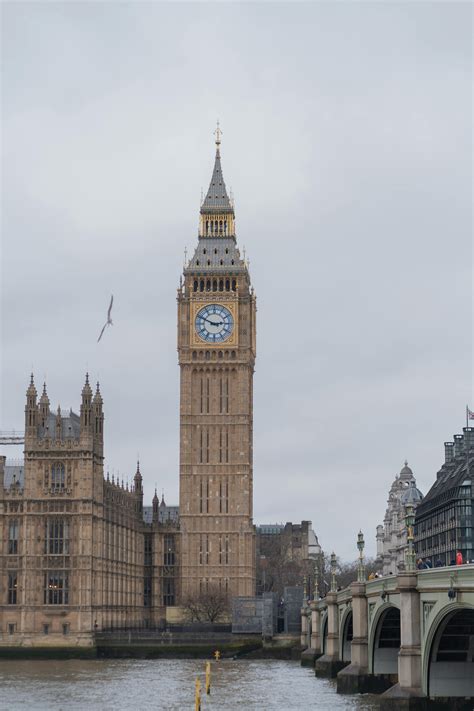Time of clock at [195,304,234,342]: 2:49
